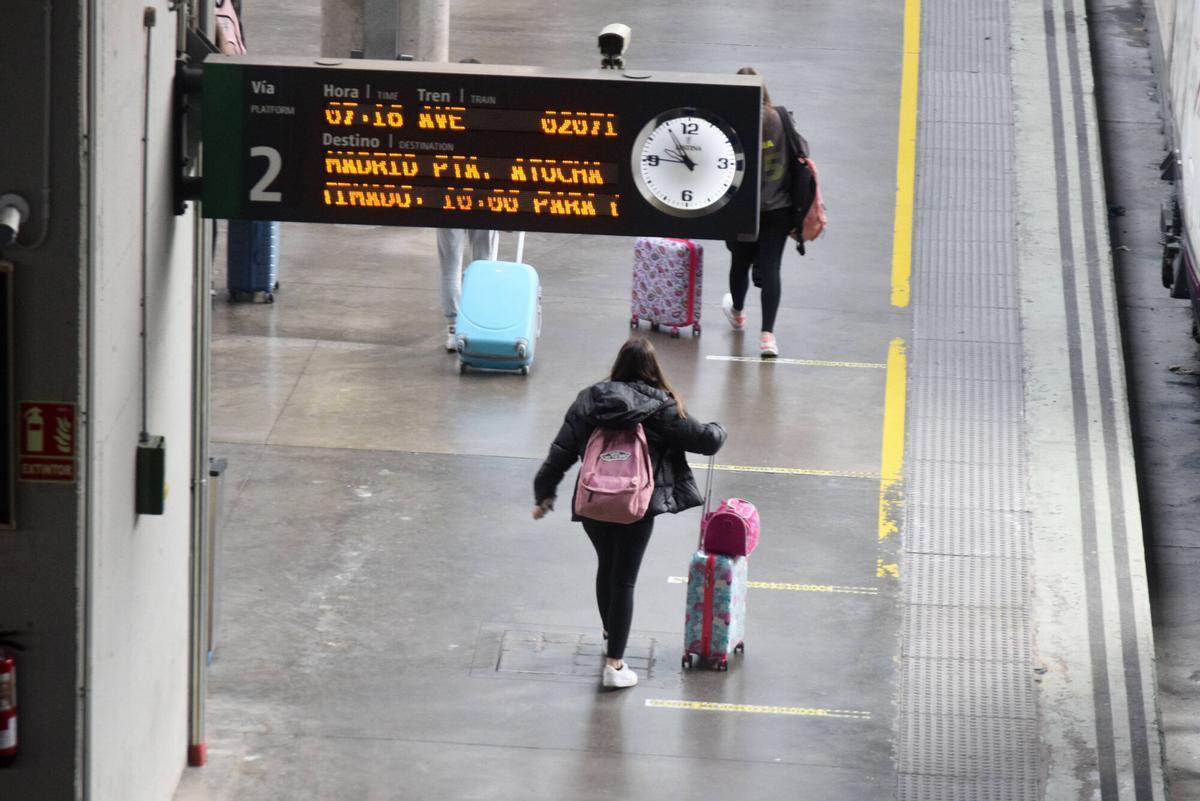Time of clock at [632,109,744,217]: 10:45
